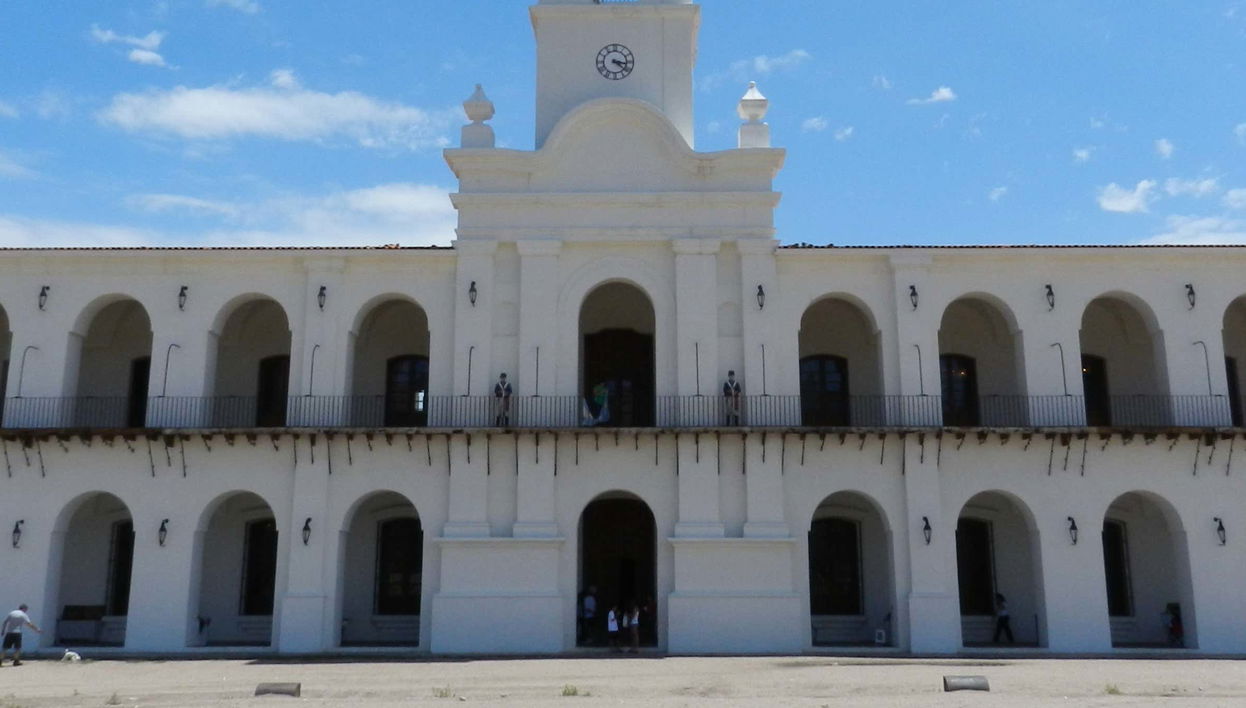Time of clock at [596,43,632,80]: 3:21
